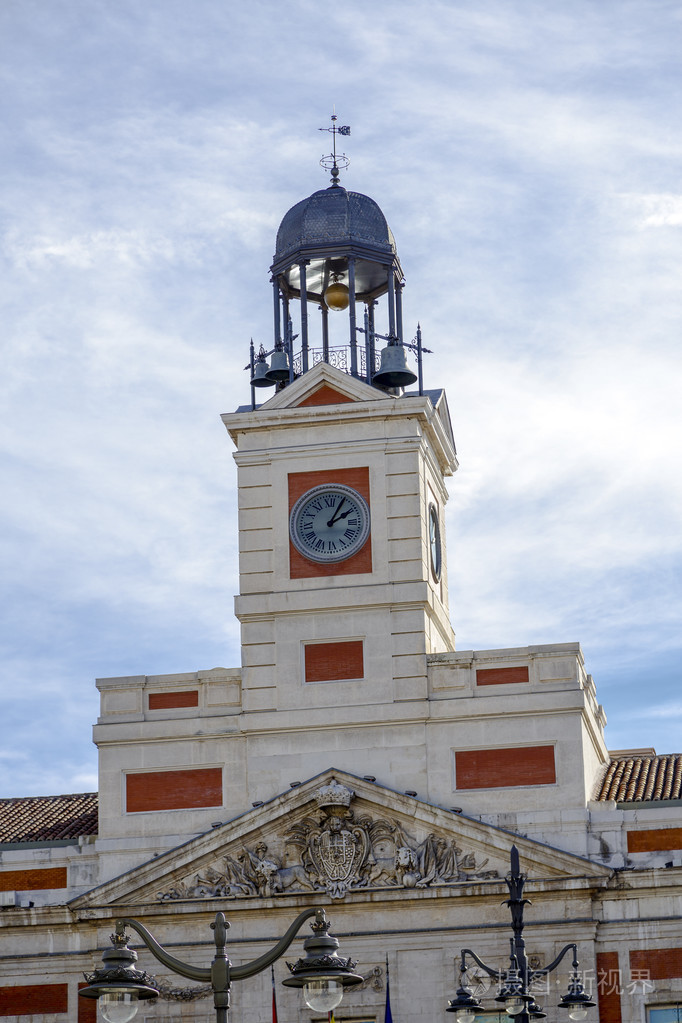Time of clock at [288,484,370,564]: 2:05
